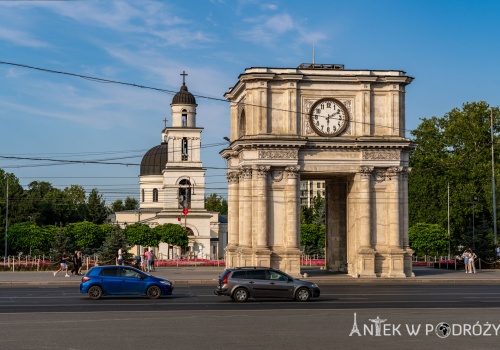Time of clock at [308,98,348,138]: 6:10
